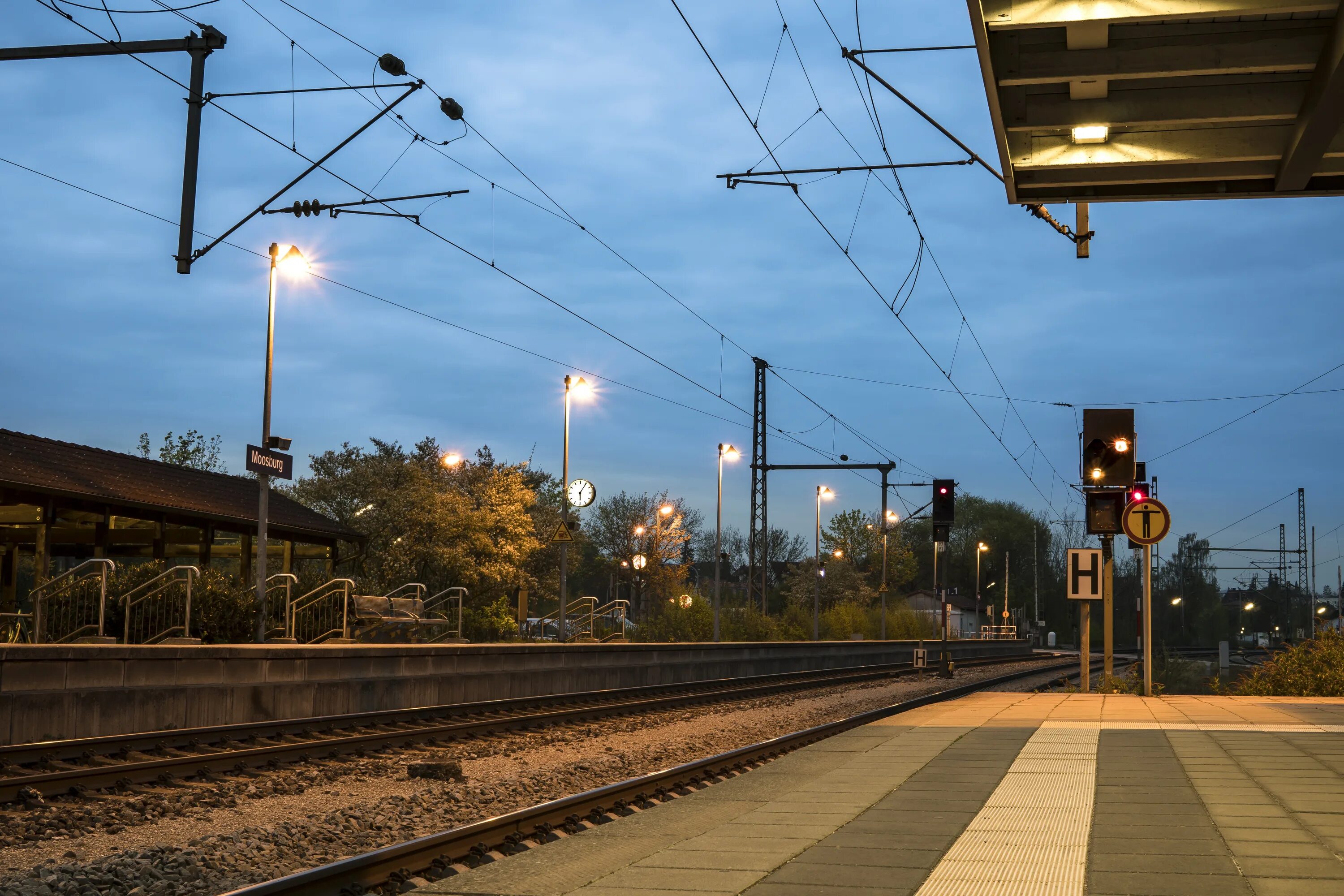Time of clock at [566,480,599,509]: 6:05
